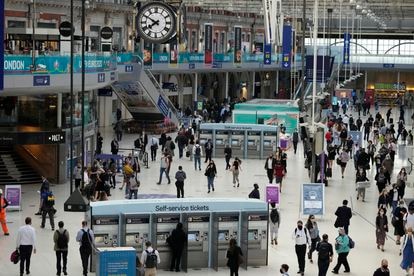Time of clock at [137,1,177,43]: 7:49
